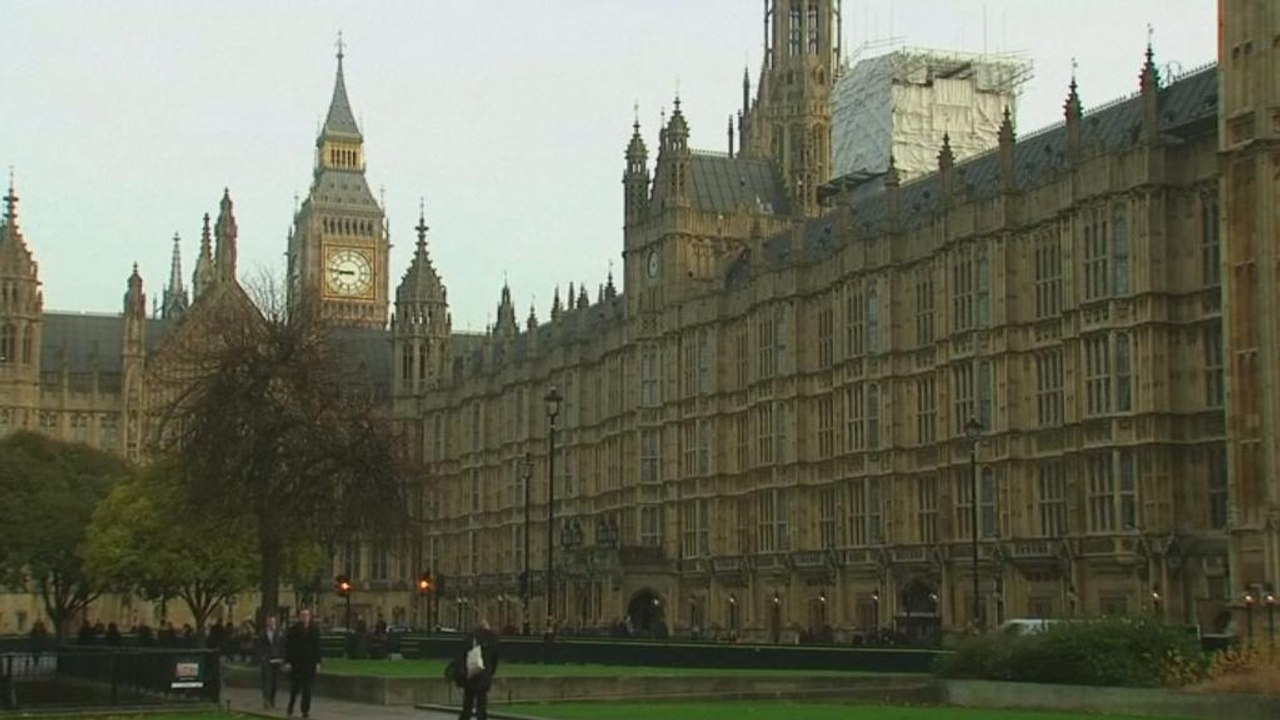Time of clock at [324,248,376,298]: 8:46
